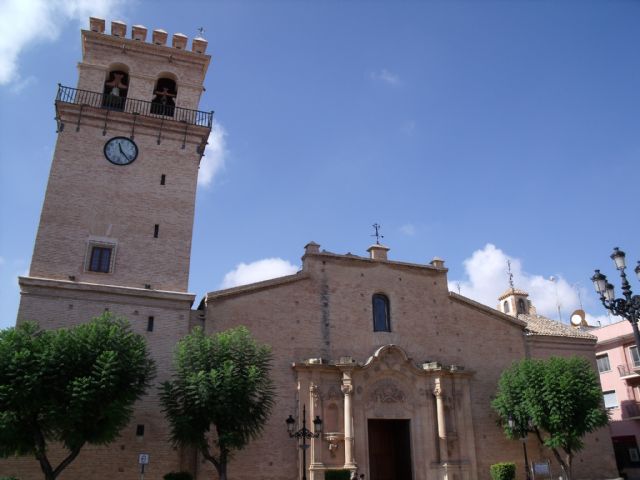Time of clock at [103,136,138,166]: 11:23
